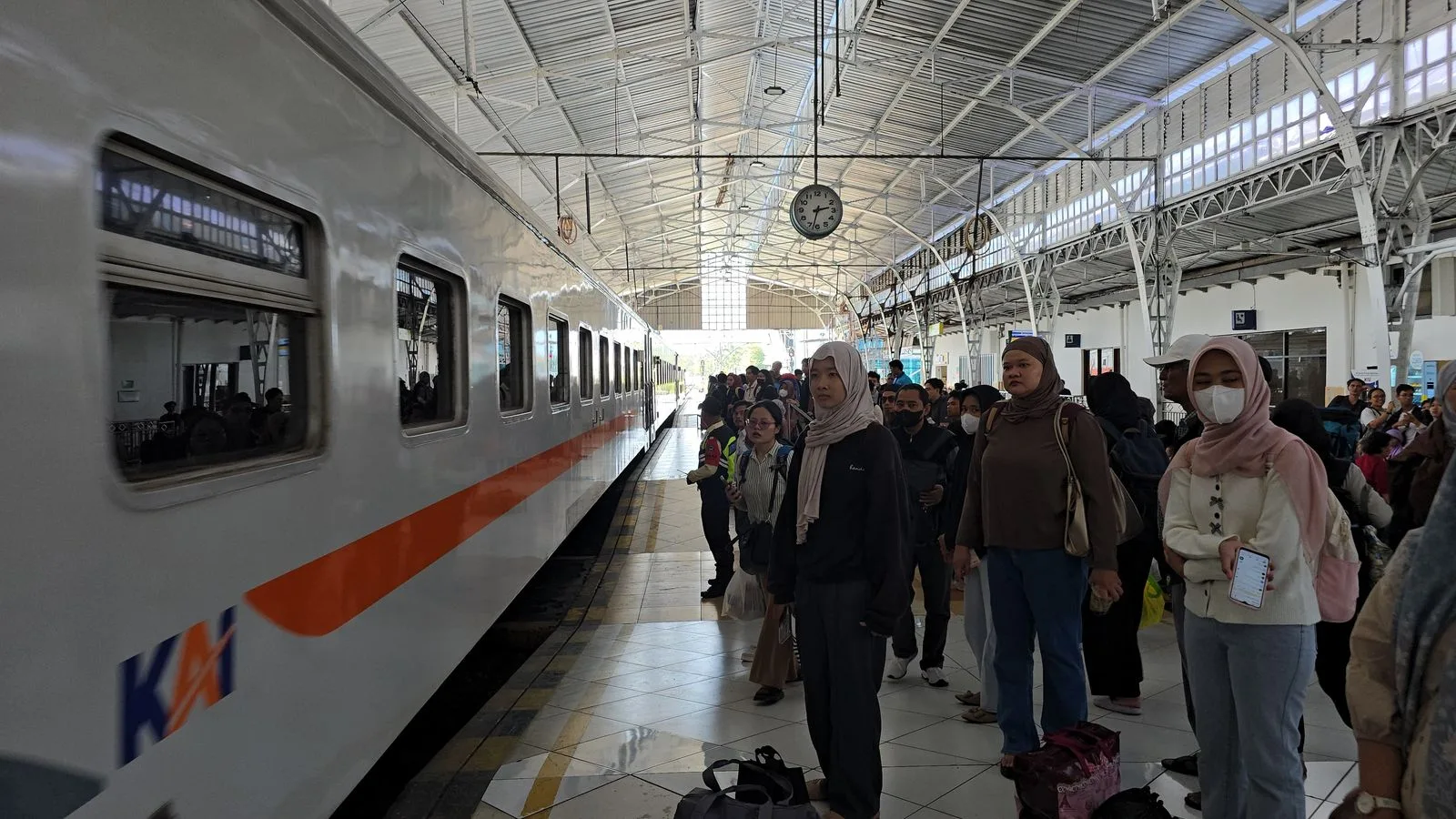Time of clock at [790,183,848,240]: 2:32
